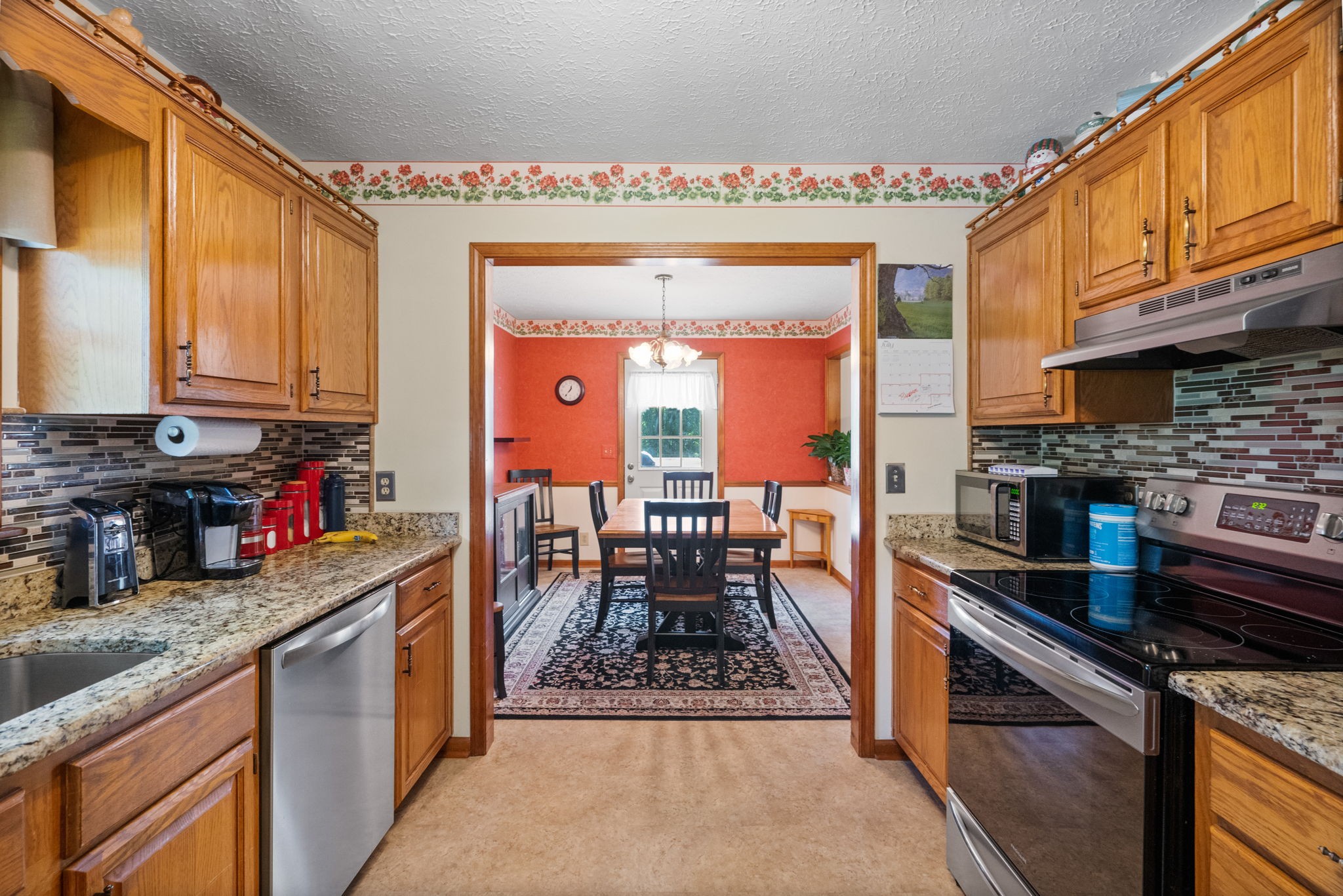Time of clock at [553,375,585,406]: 12:36
